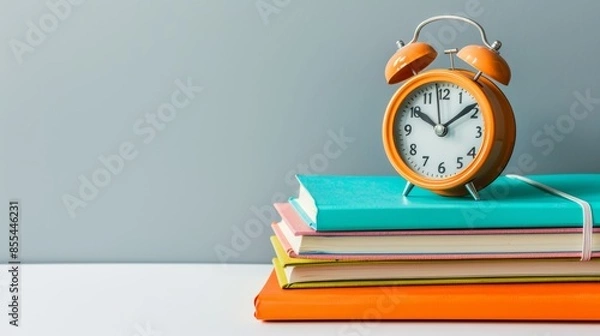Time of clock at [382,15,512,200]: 10:08
